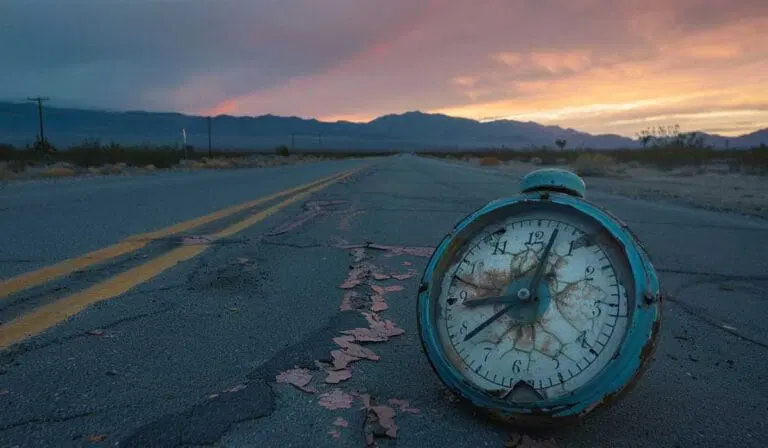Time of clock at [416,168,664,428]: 8:38
